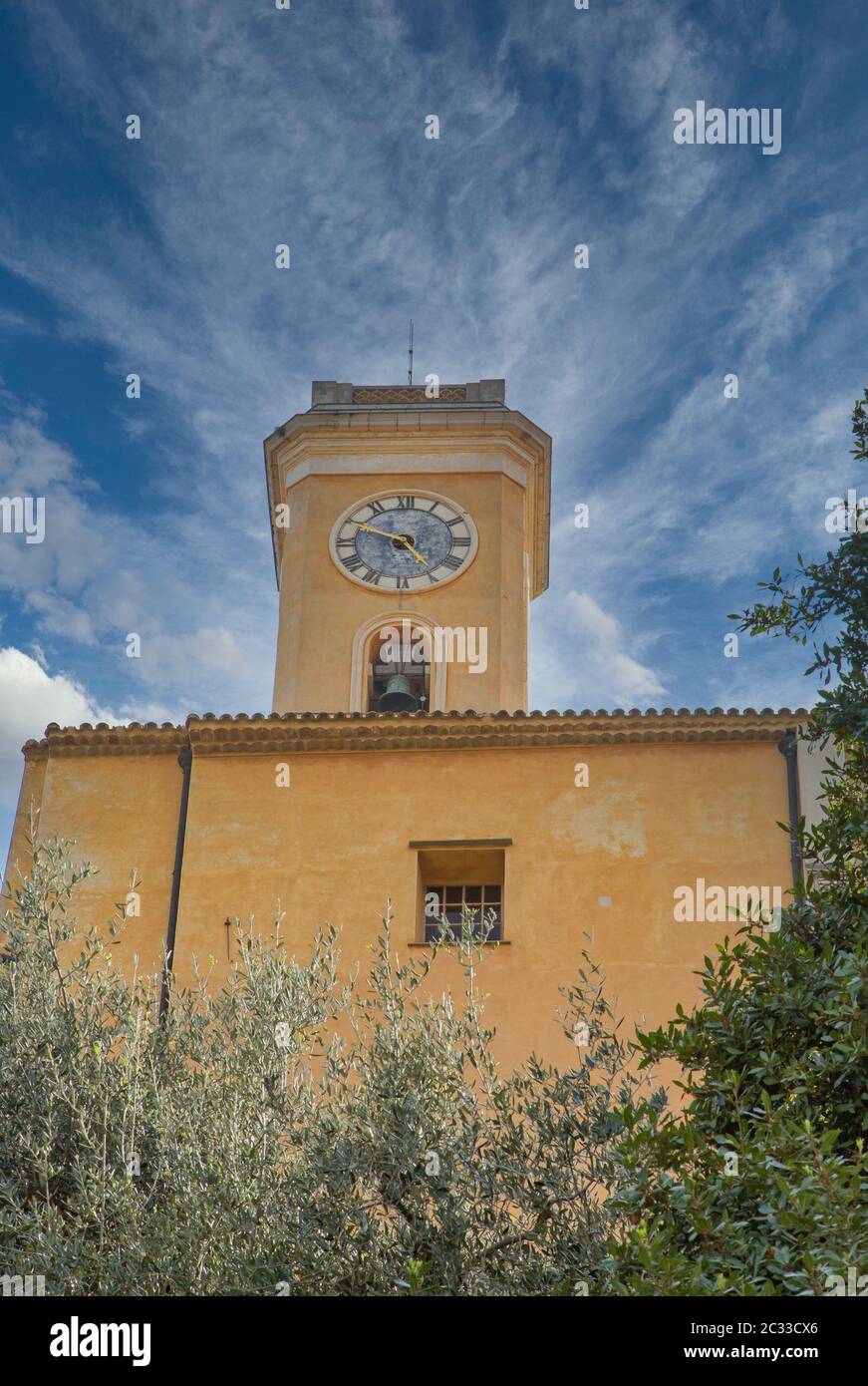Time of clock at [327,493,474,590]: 4:49
